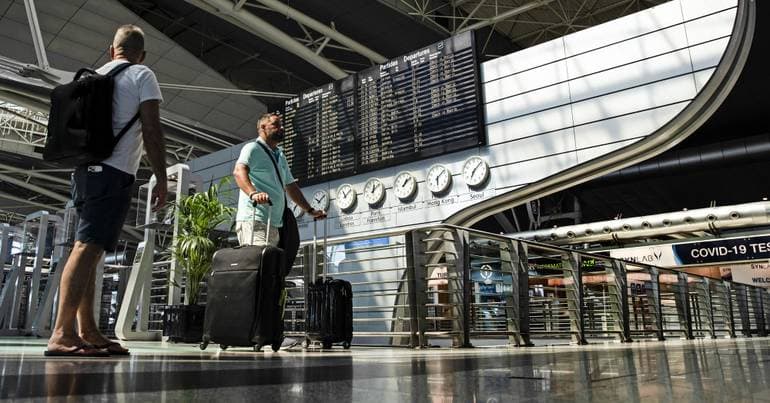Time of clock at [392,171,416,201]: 1:08
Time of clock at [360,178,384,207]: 12:07
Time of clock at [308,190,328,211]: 10:07
